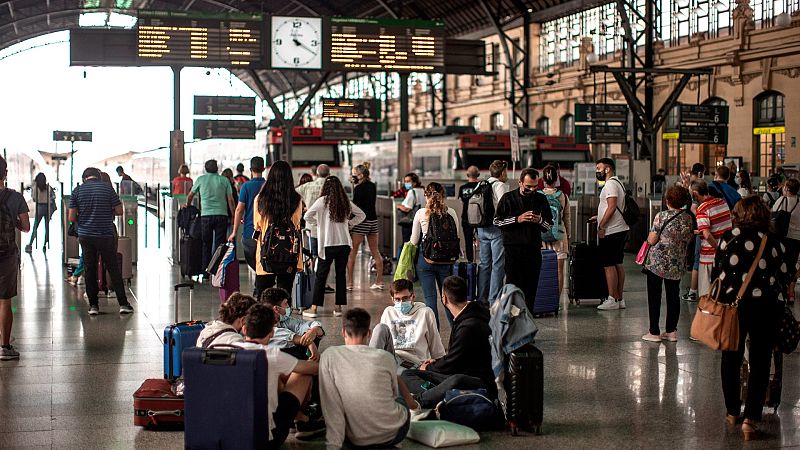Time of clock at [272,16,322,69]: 4:20
